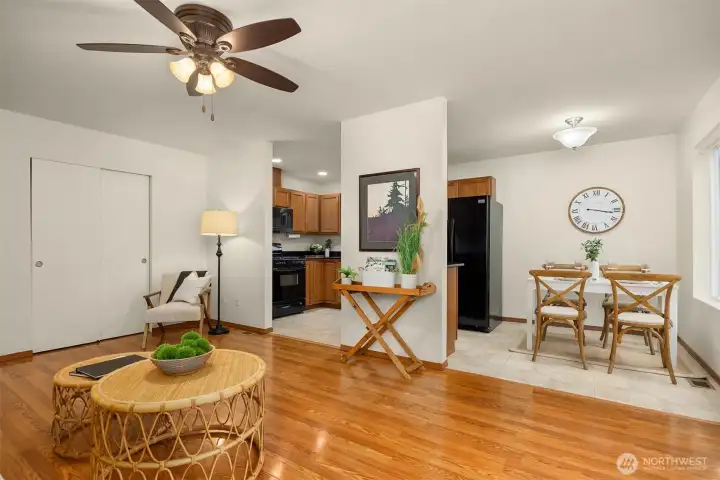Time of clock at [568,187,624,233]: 3:16
